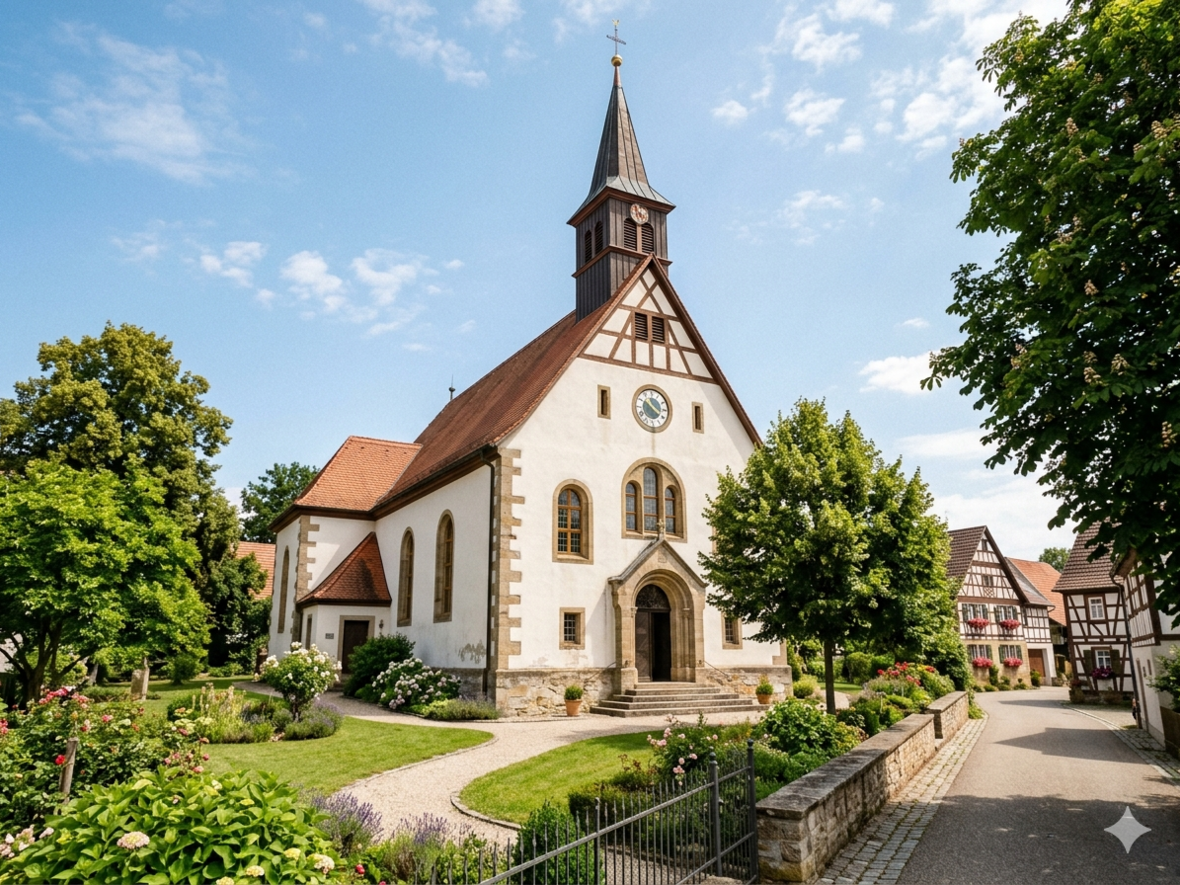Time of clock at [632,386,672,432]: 3:50
